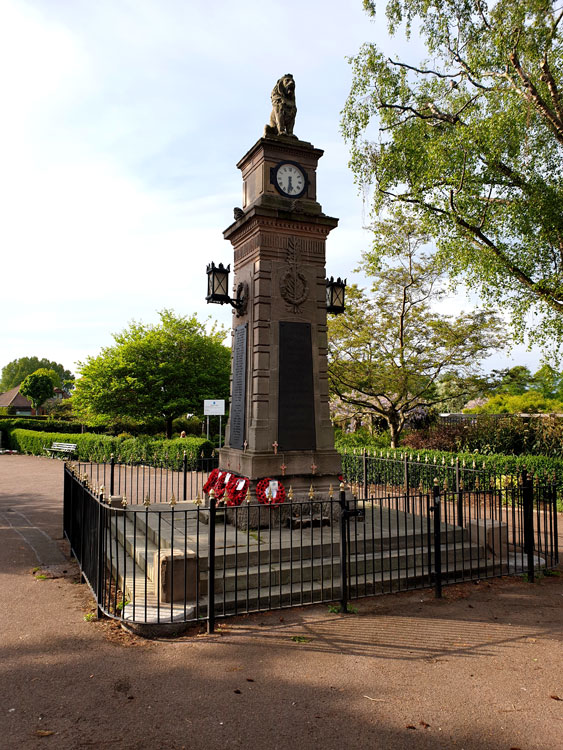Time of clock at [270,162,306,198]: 5:31
